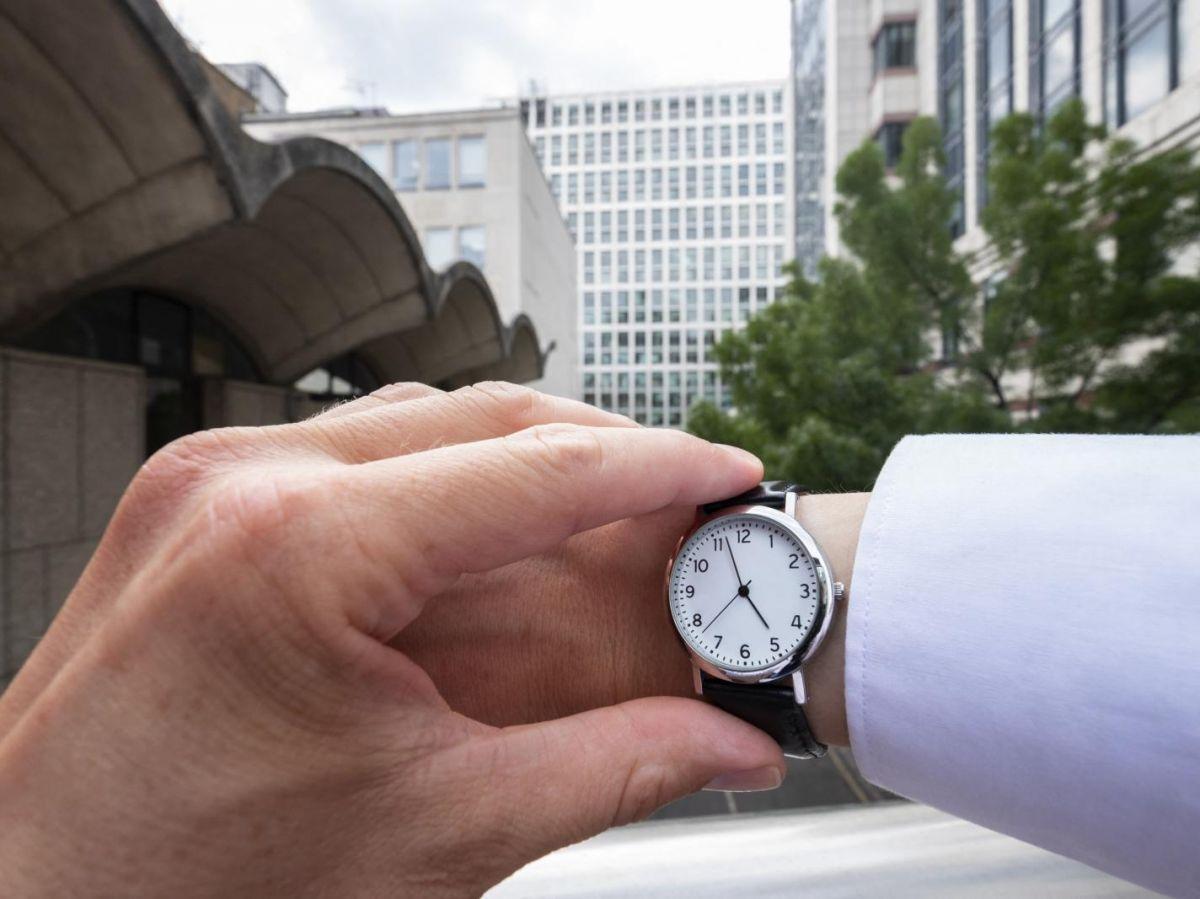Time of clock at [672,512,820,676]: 4:56
